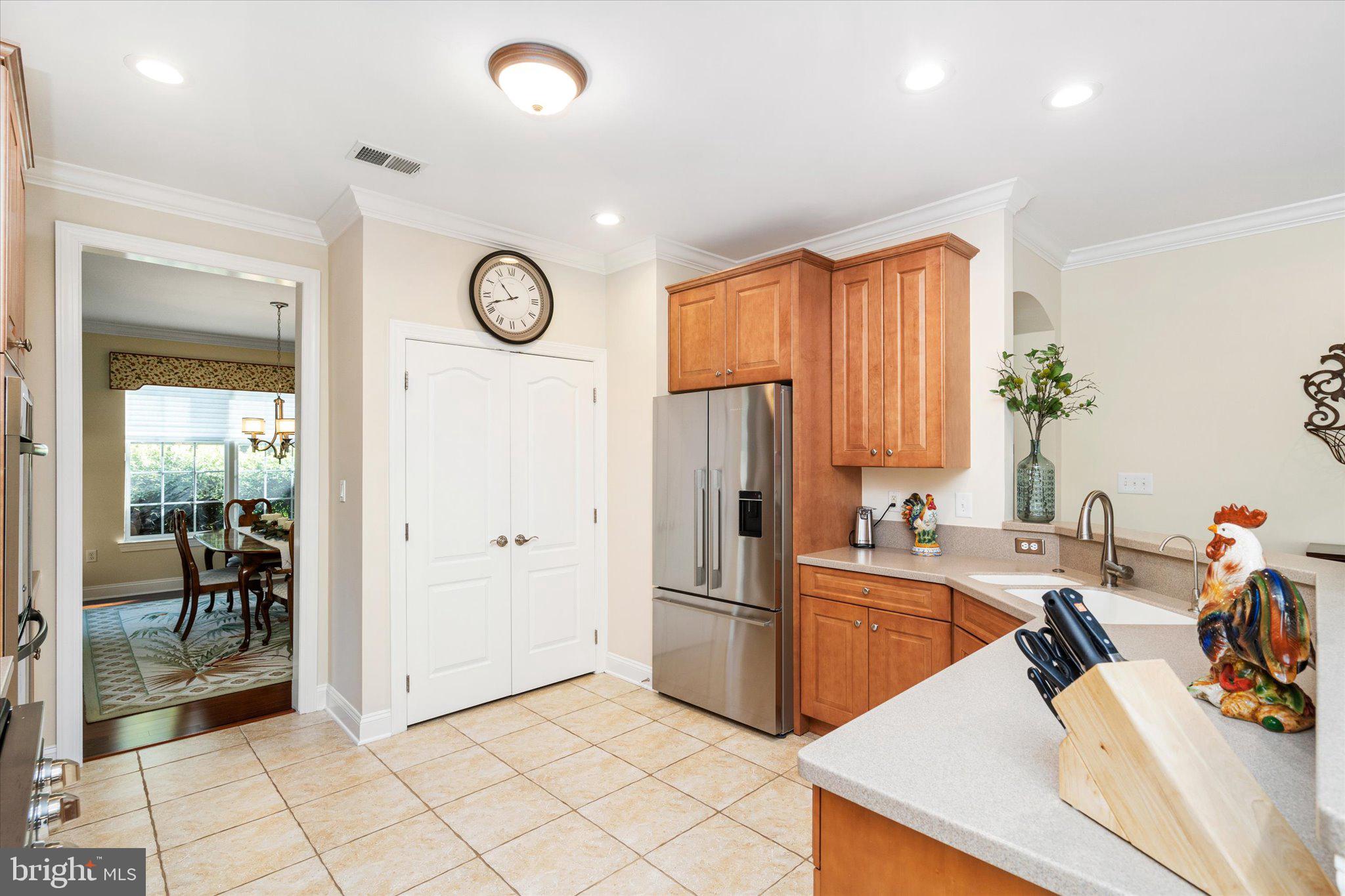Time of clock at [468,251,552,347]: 10:41
